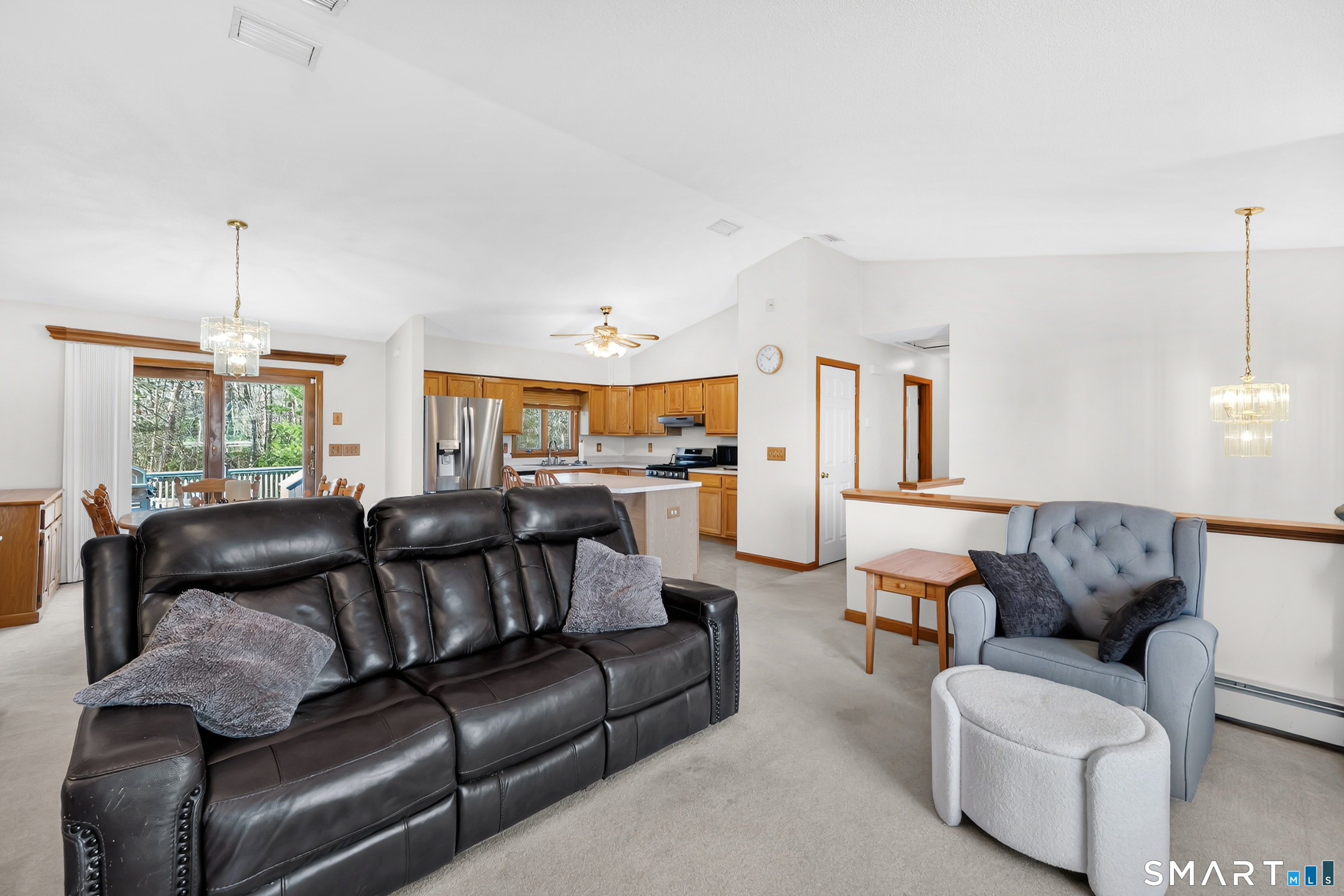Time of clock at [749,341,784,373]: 10:07
